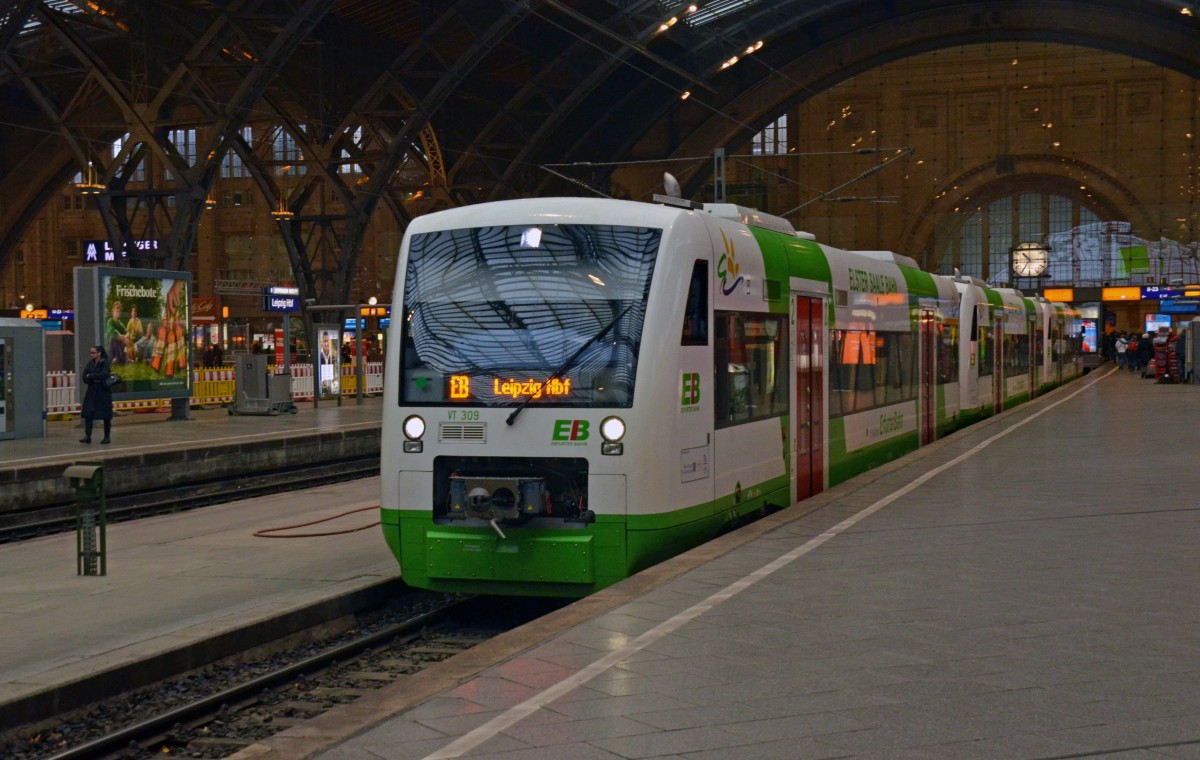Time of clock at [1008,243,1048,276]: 10:34
